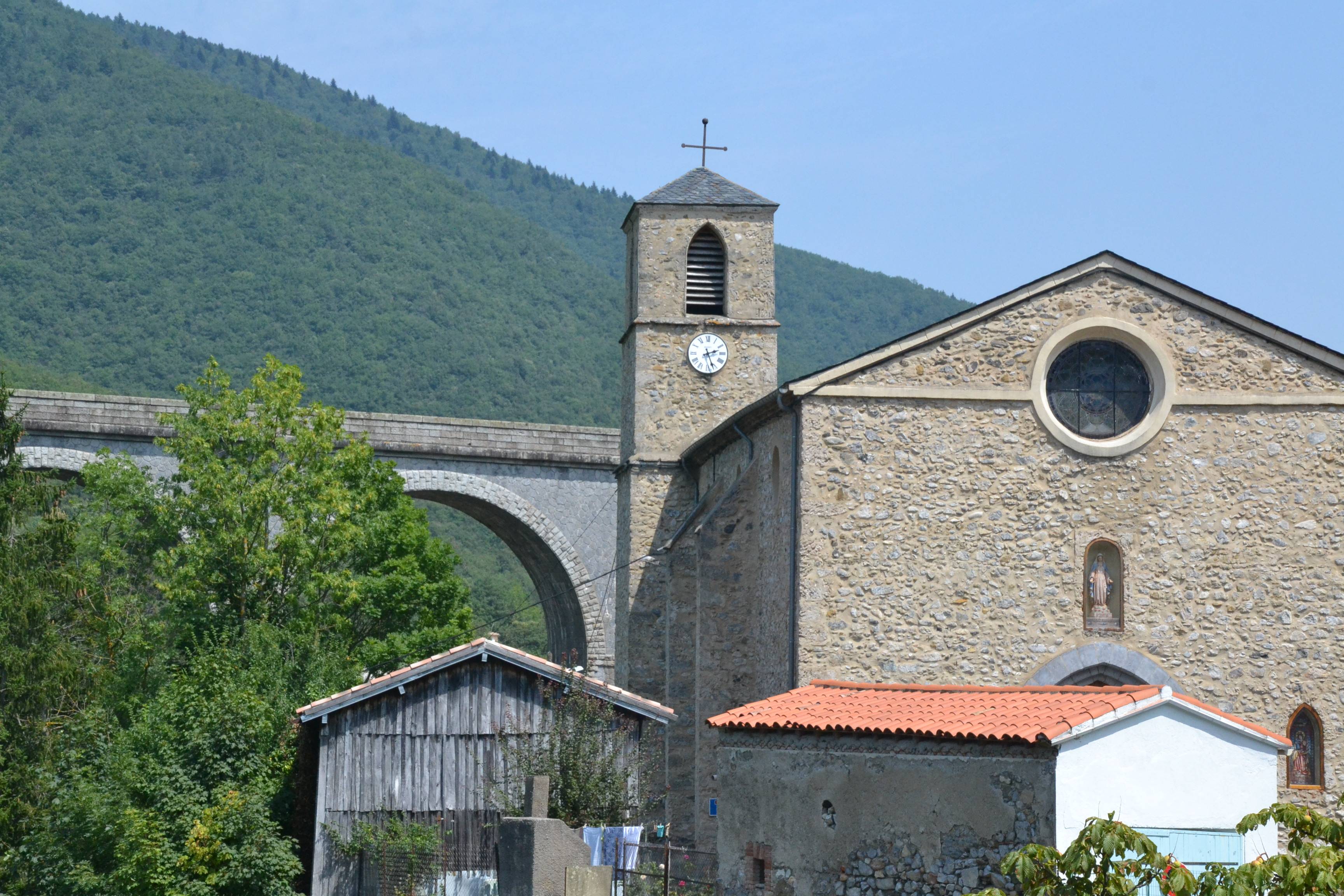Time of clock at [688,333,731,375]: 2:26
